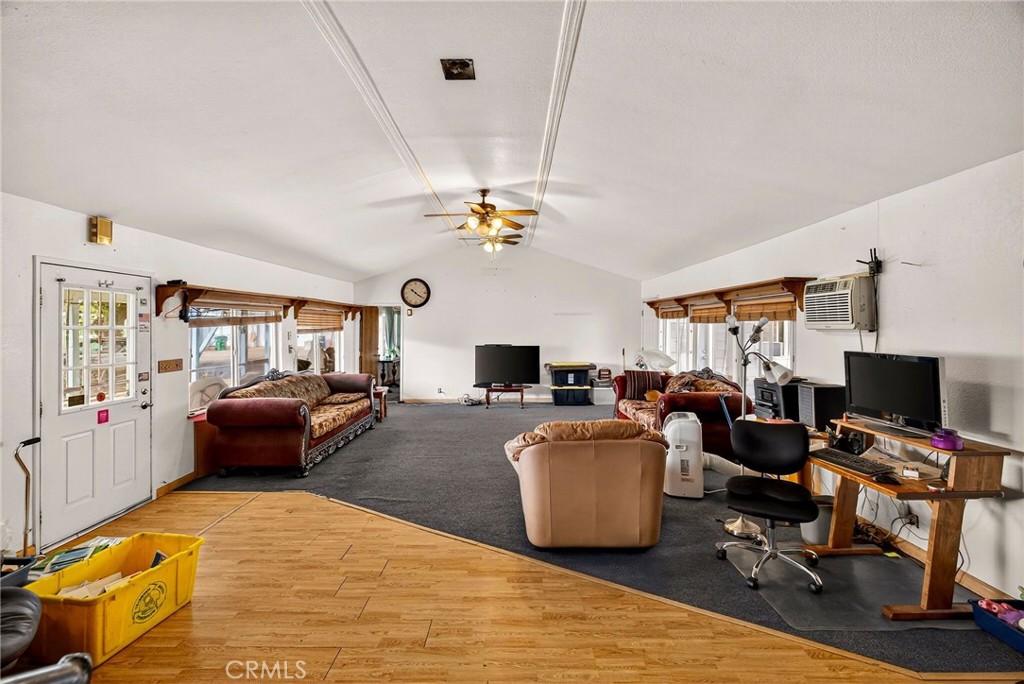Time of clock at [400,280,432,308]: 10:20
